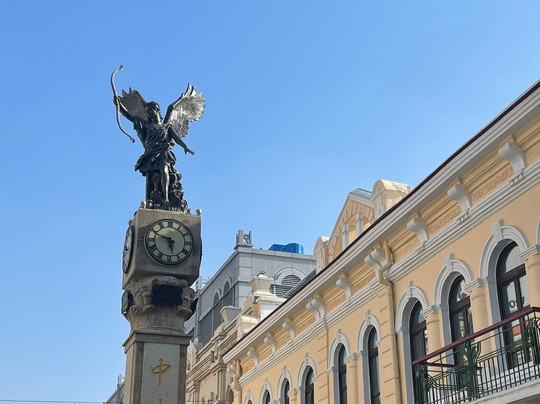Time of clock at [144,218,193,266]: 5:48
